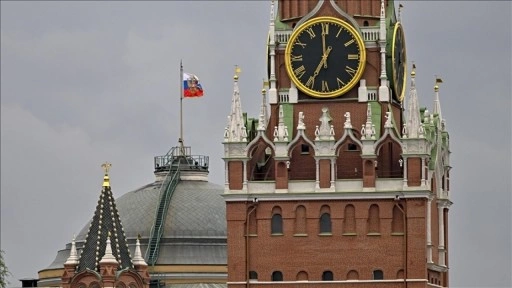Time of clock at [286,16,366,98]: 6:59
